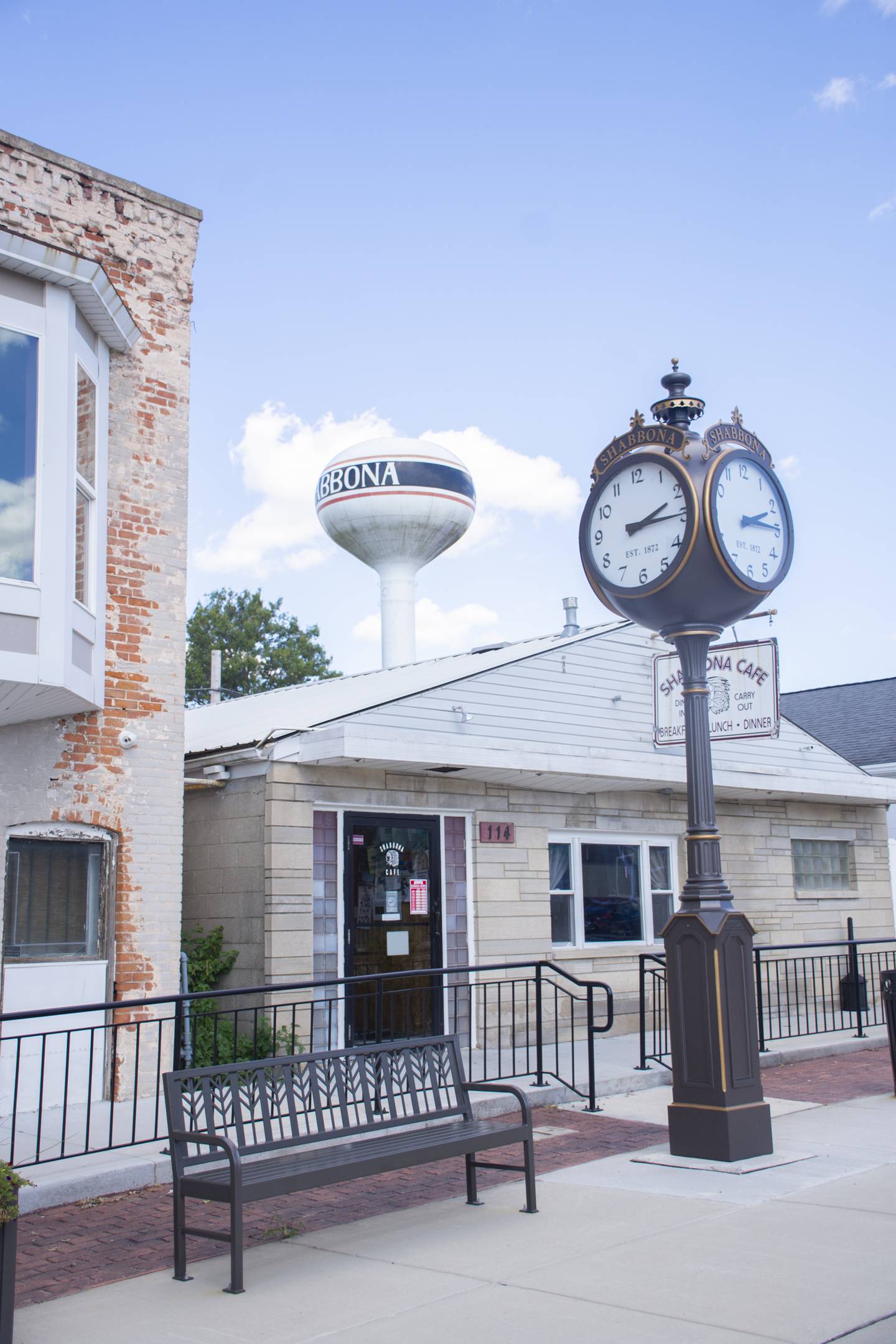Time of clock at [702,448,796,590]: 2:14
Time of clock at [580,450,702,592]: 2:15
